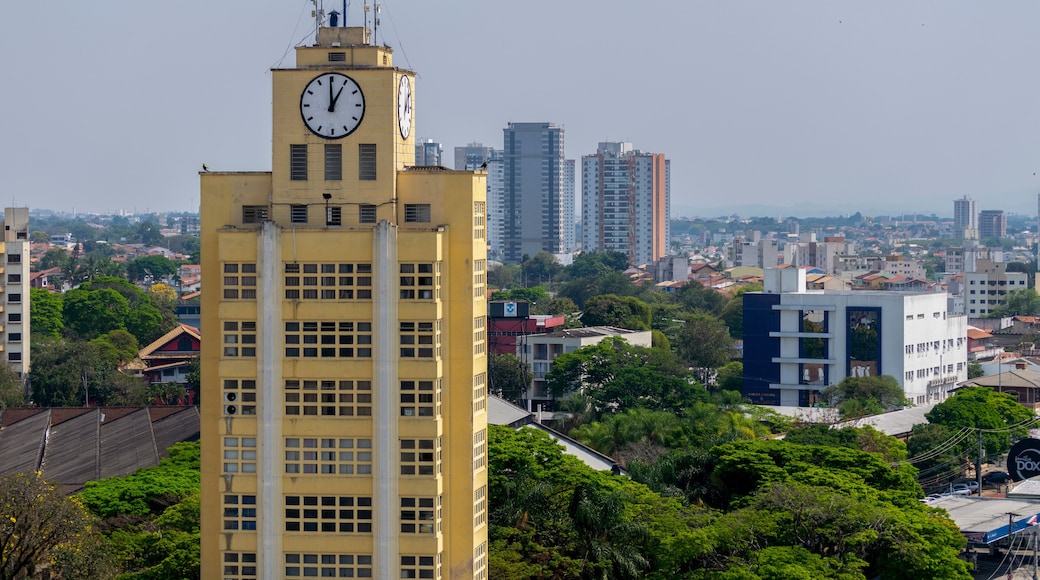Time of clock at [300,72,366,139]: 12:59
